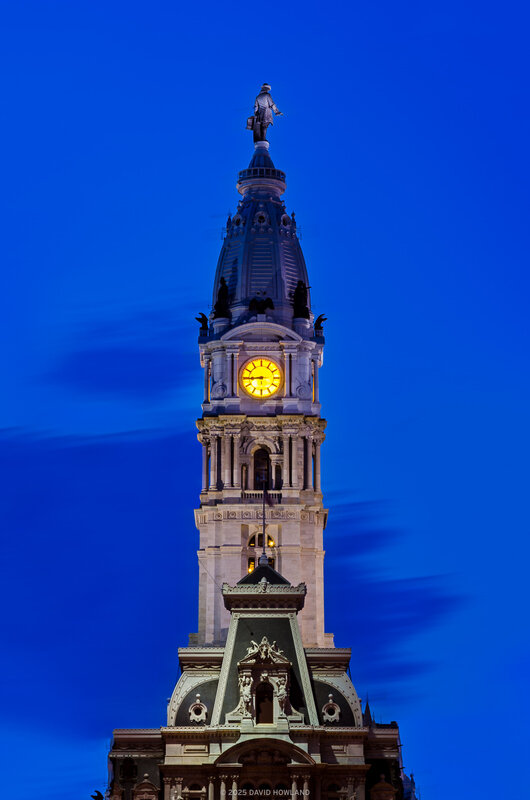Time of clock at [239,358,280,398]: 8:44
